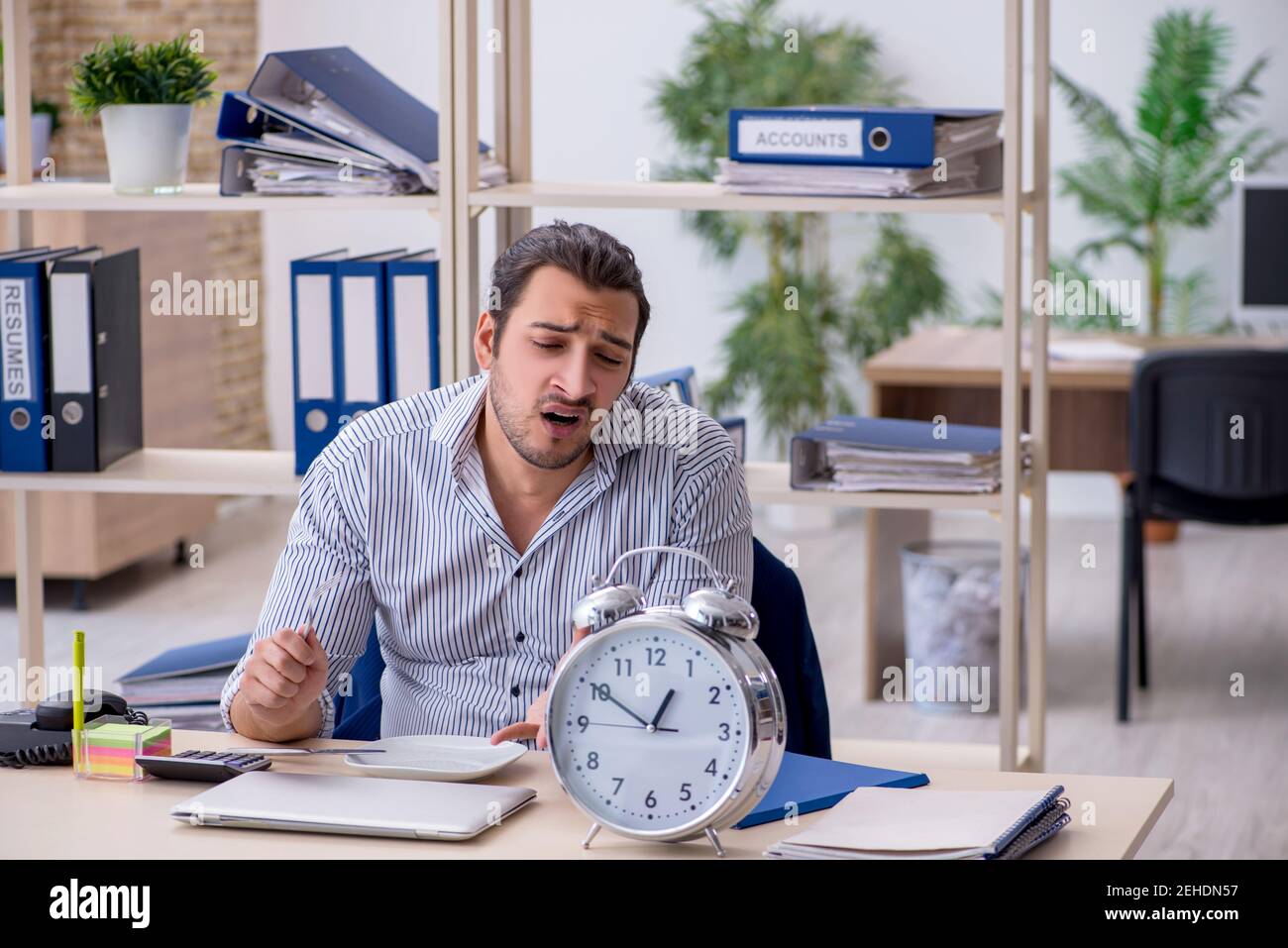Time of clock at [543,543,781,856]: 12:50
